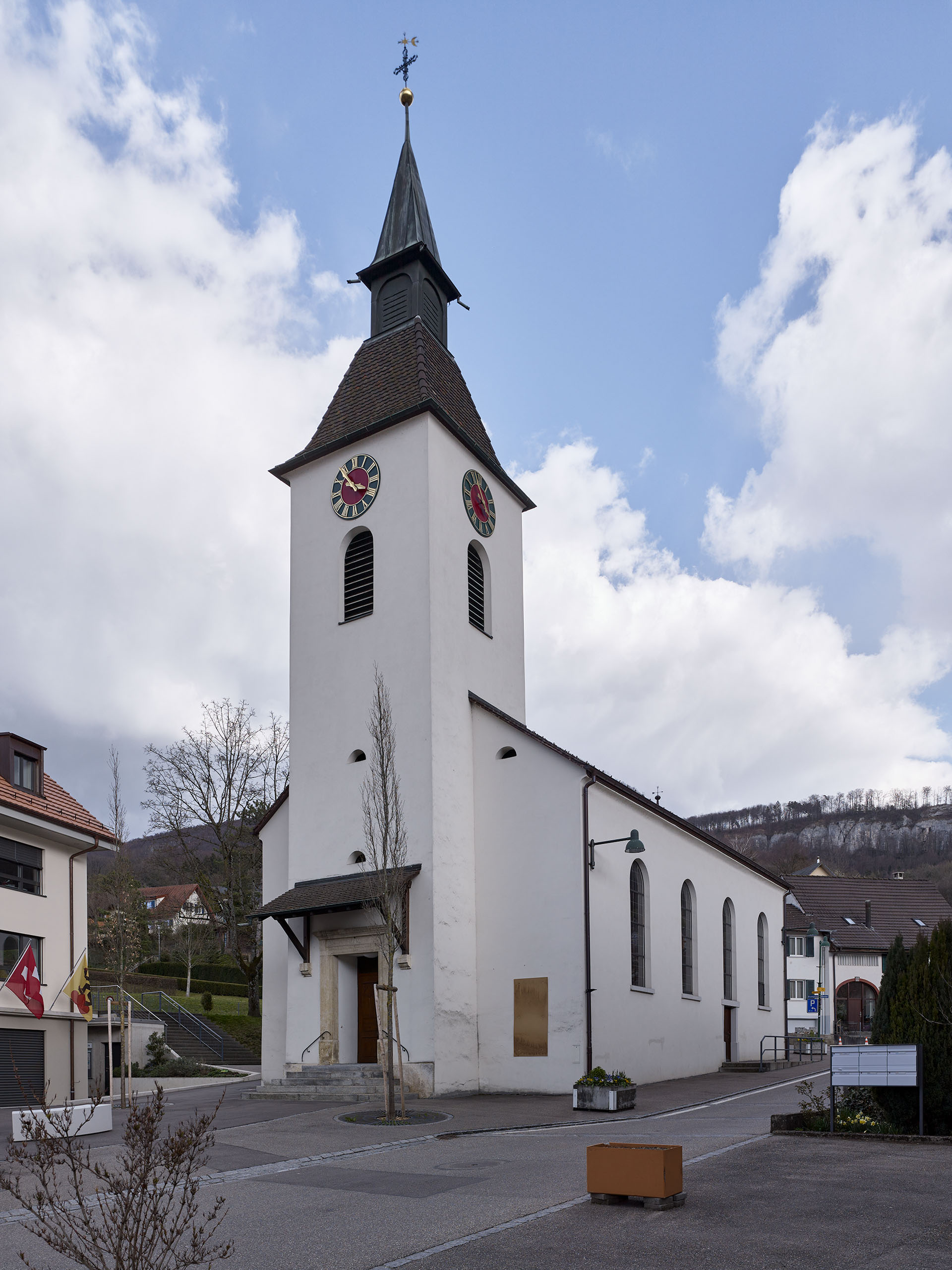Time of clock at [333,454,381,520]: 3:53
